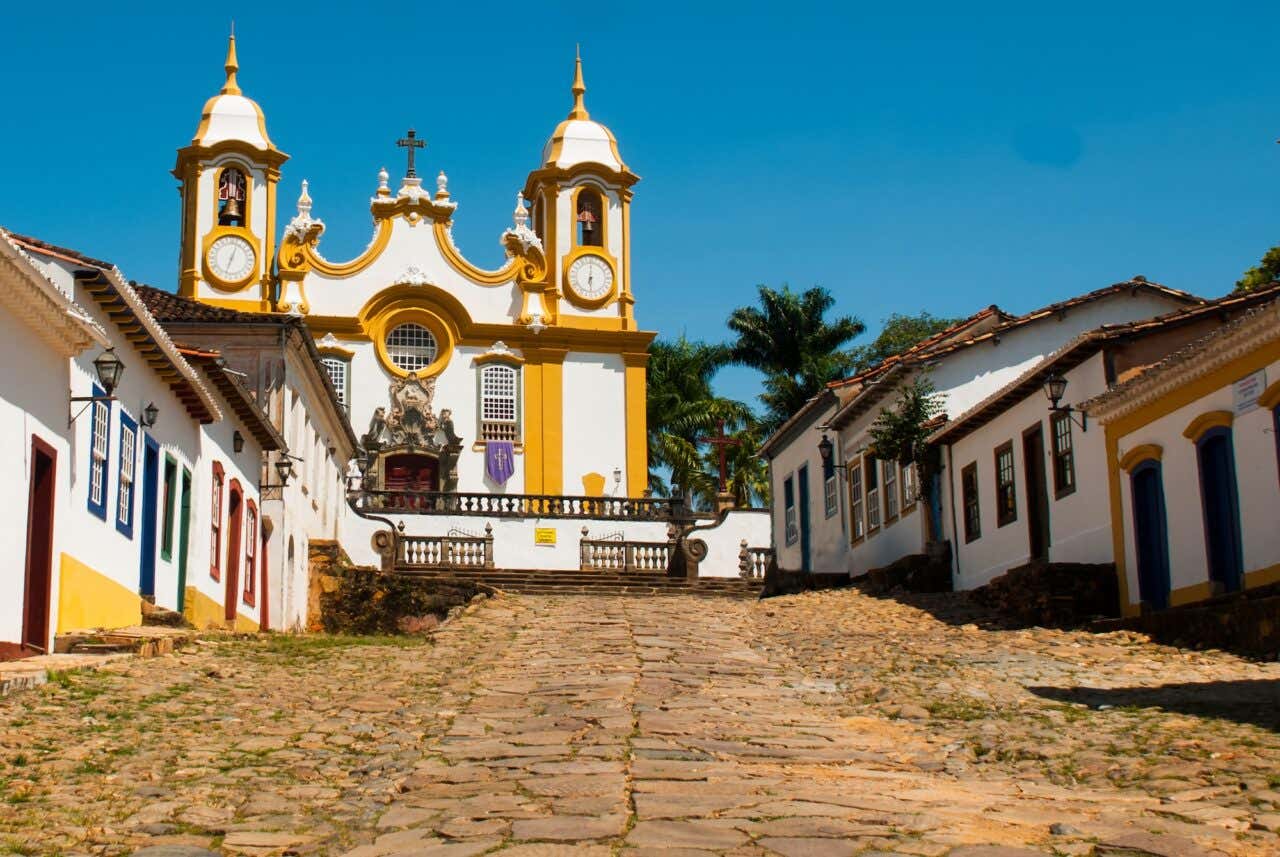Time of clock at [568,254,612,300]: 6:01
